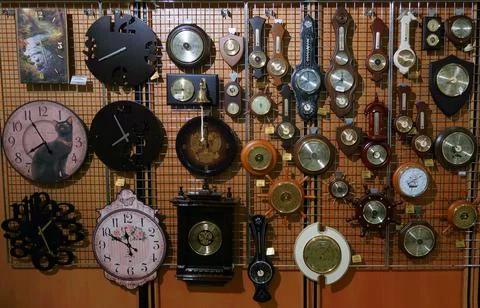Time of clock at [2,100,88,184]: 7:54
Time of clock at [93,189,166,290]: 11:49
